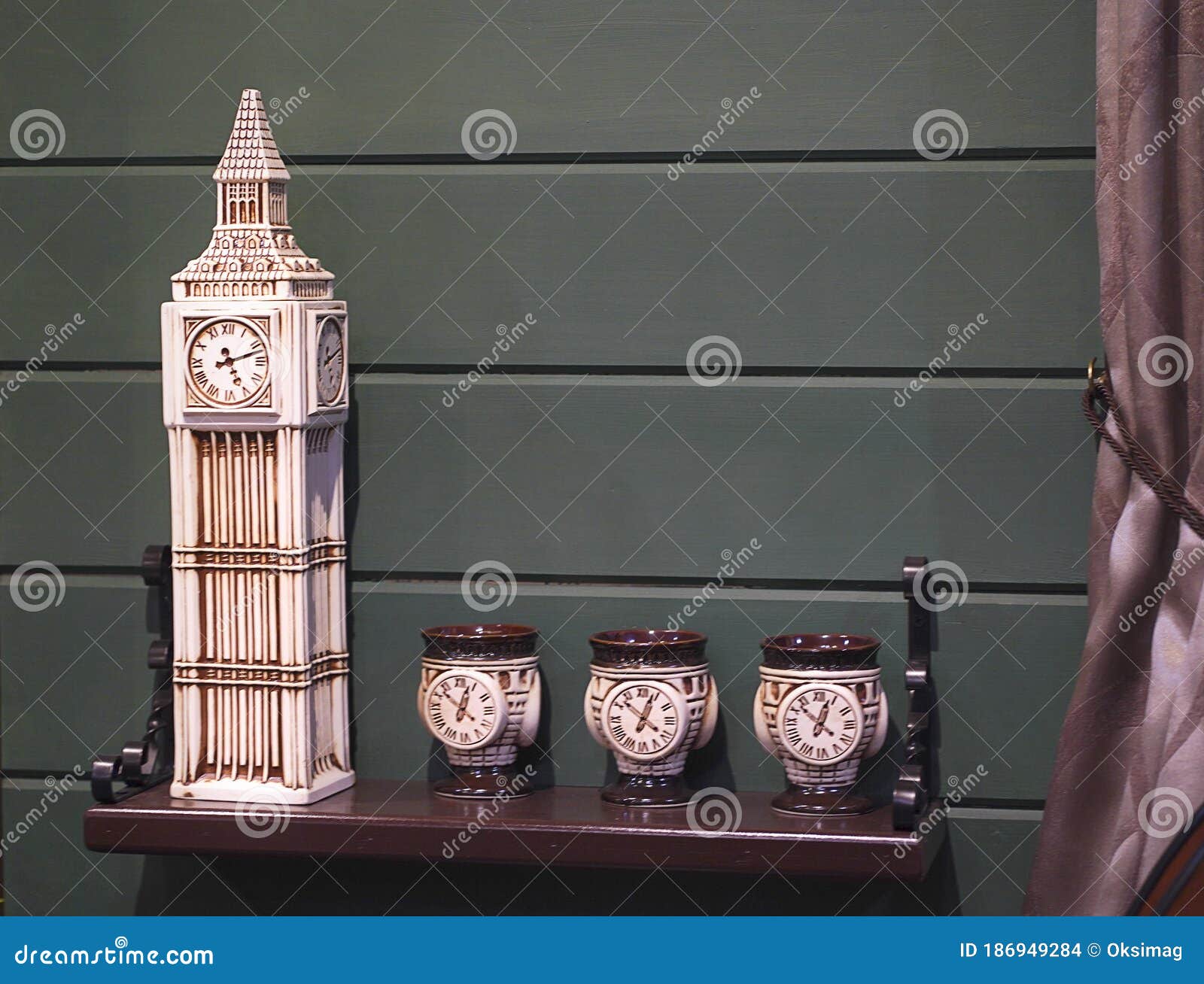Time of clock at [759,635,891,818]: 12:52
